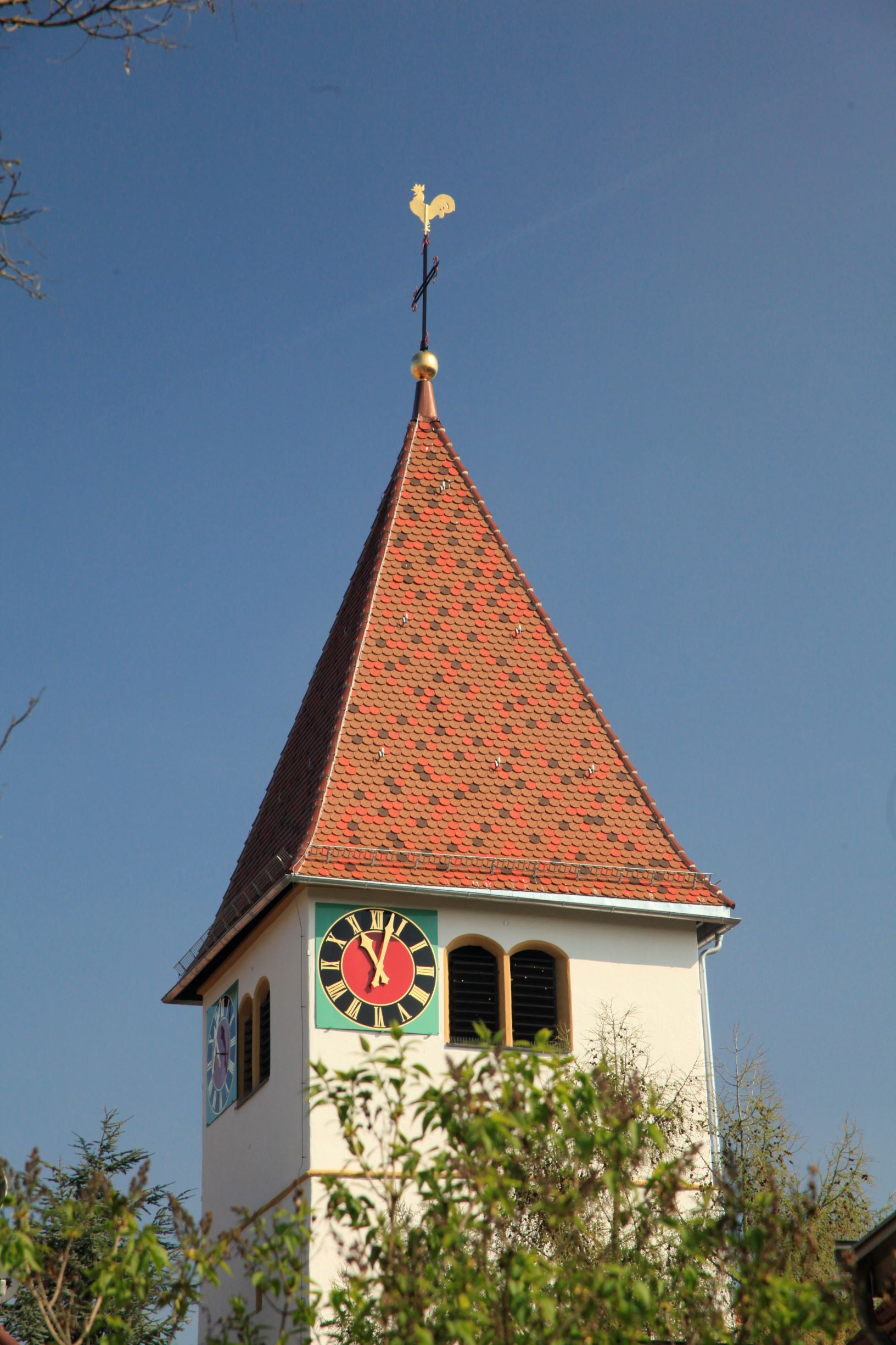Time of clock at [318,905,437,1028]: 11:02
